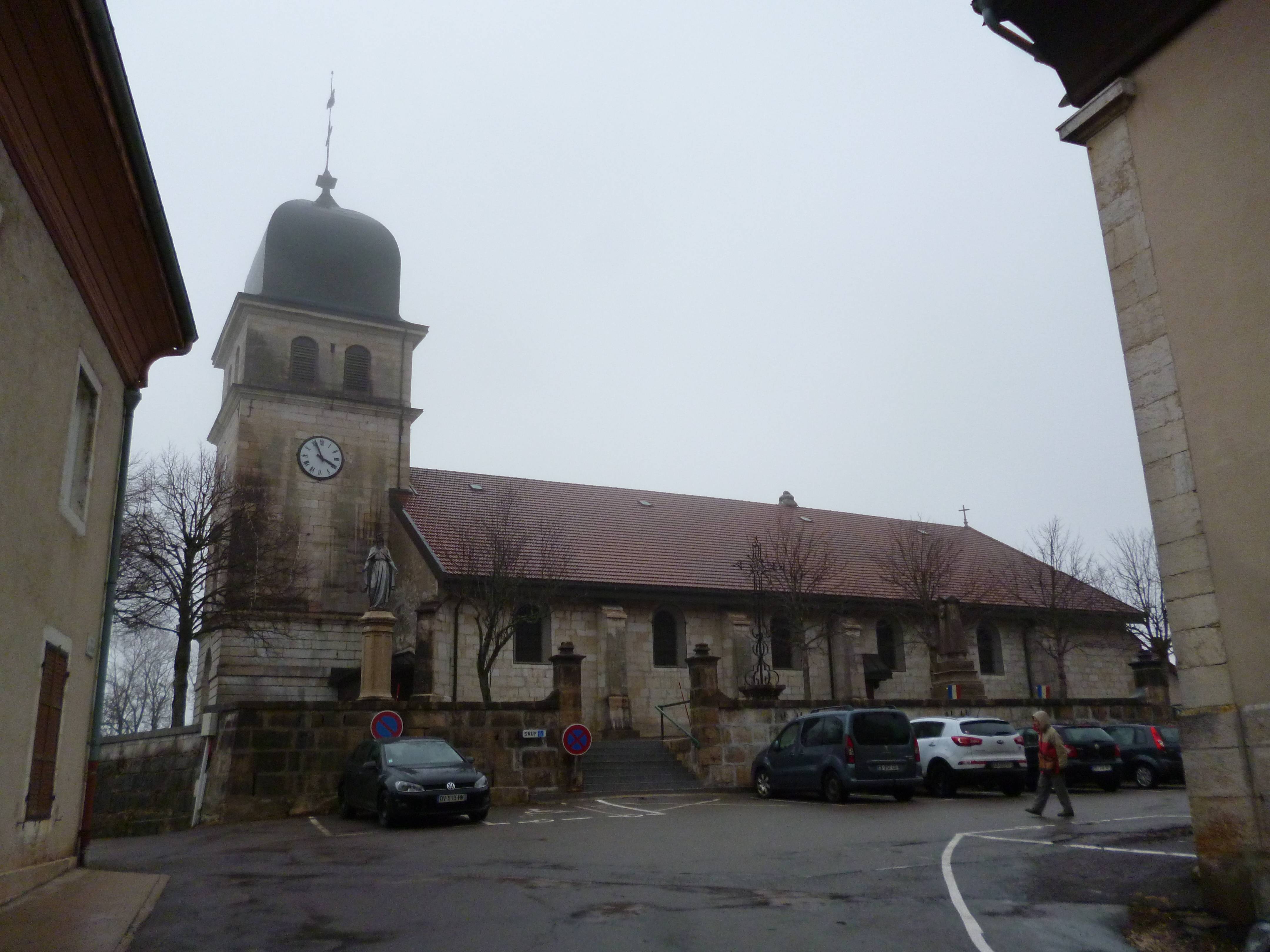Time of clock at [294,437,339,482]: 3:56
